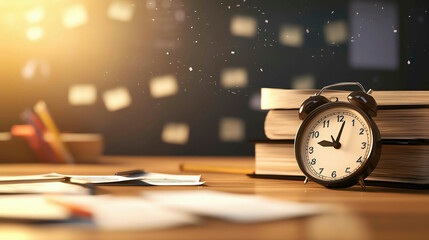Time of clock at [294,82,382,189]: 9:02
